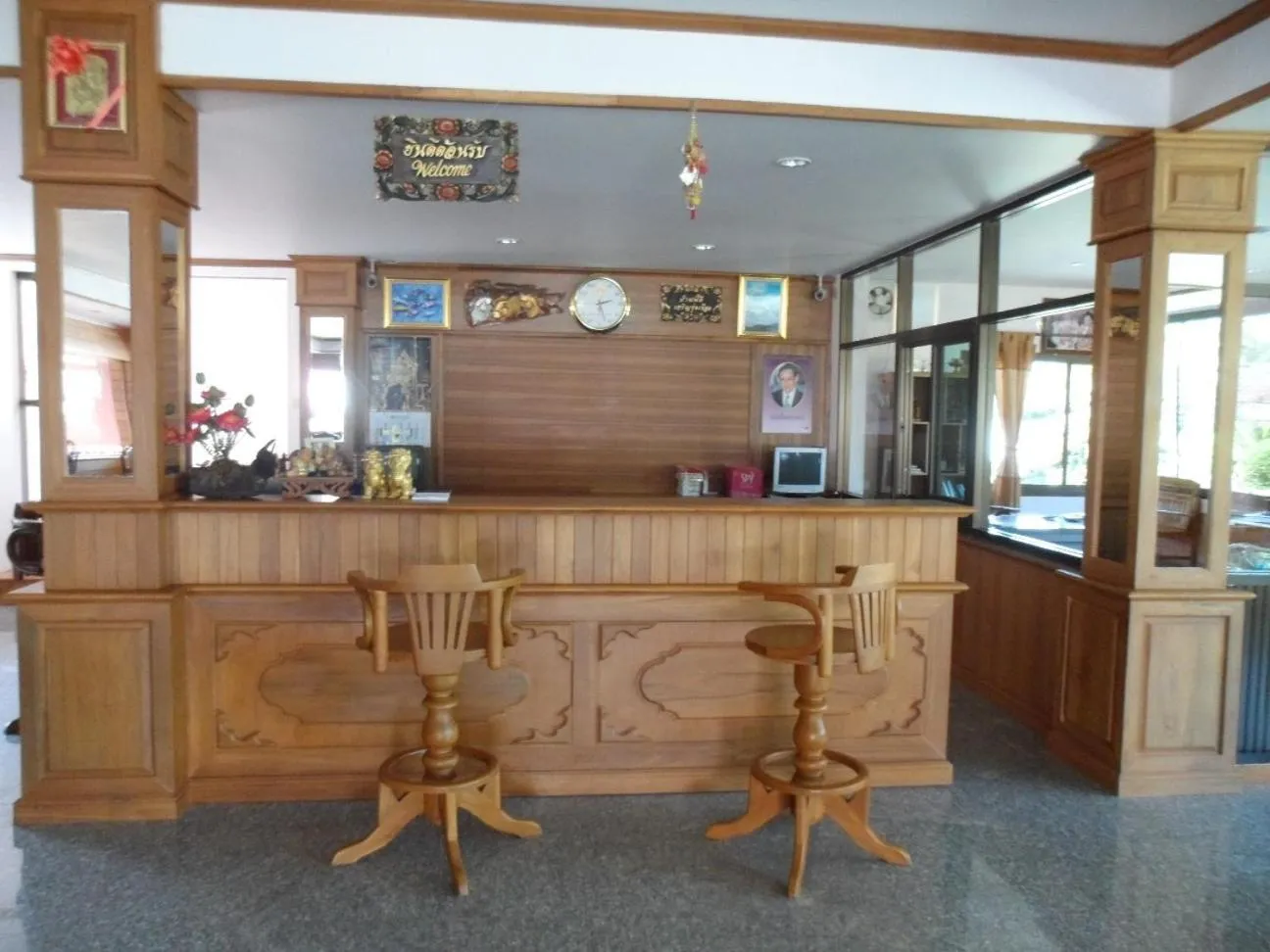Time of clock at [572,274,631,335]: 2:27
